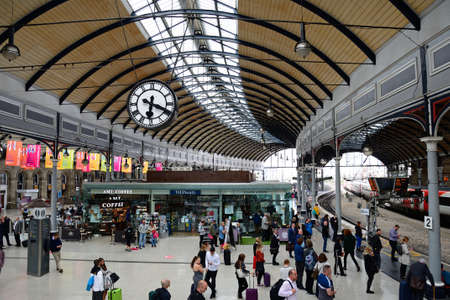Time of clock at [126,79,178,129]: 6:18
